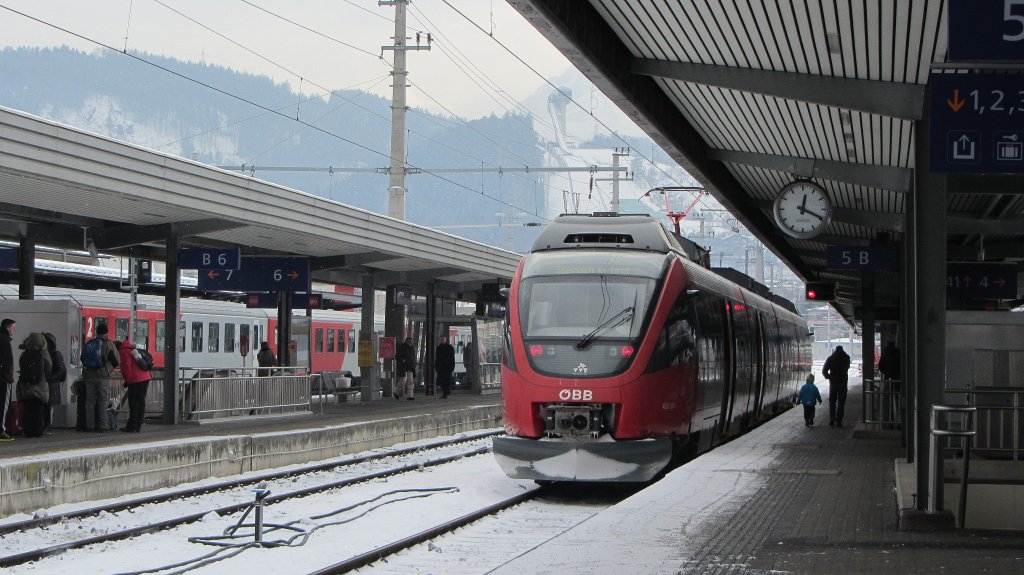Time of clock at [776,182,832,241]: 12:19
